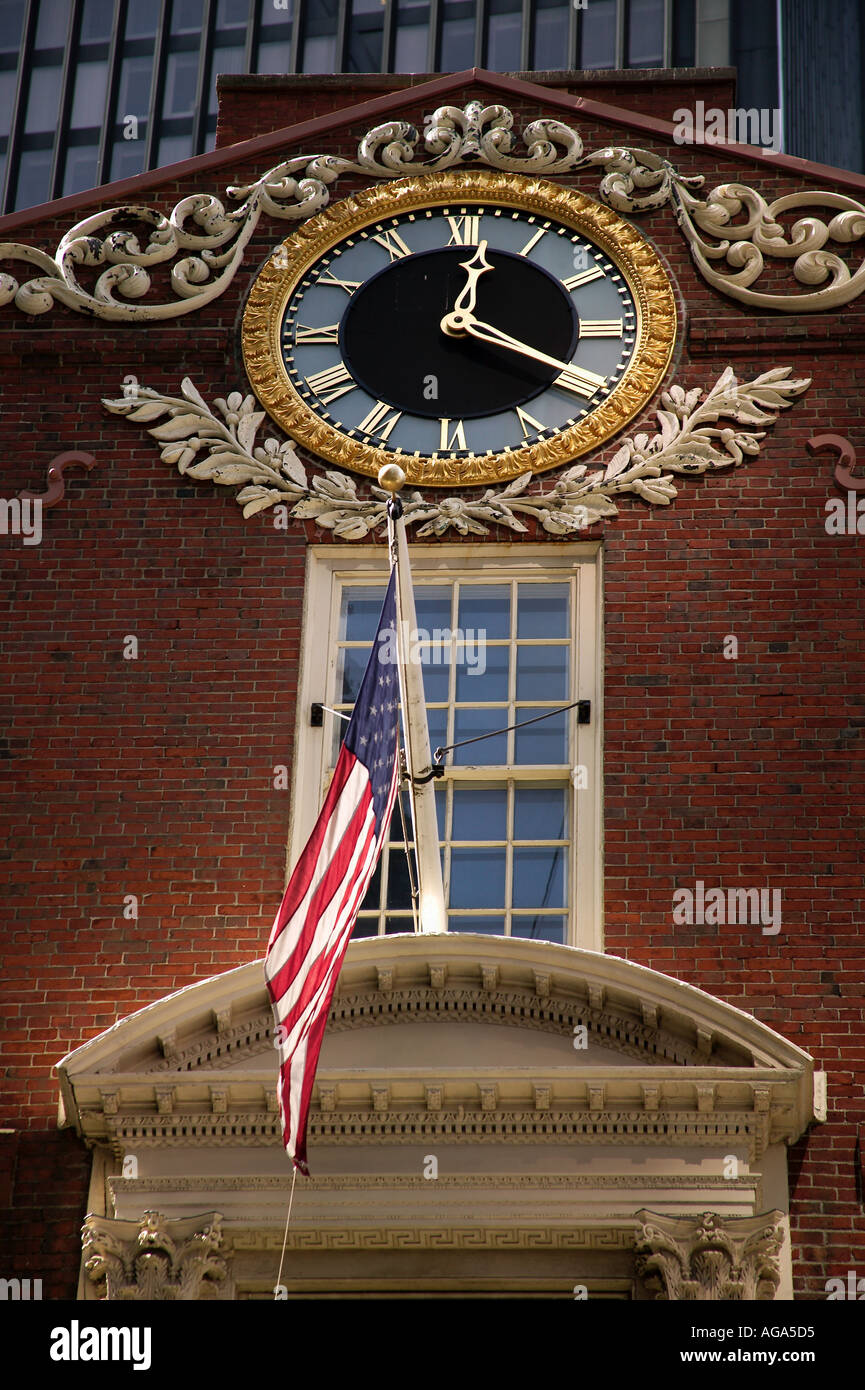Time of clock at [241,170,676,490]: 12:20
